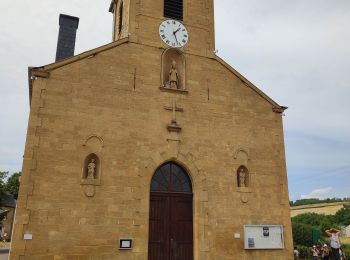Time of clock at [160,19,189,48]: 1:26
